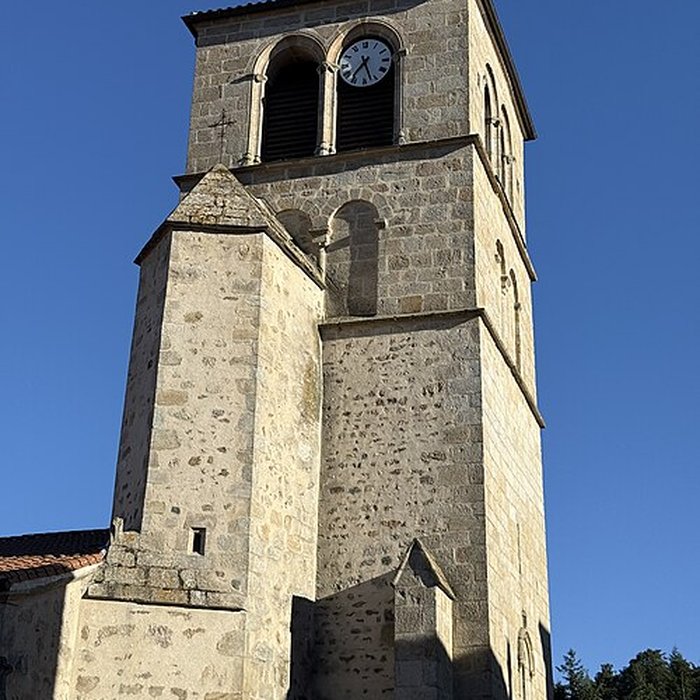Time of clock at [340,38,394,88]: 7:27
